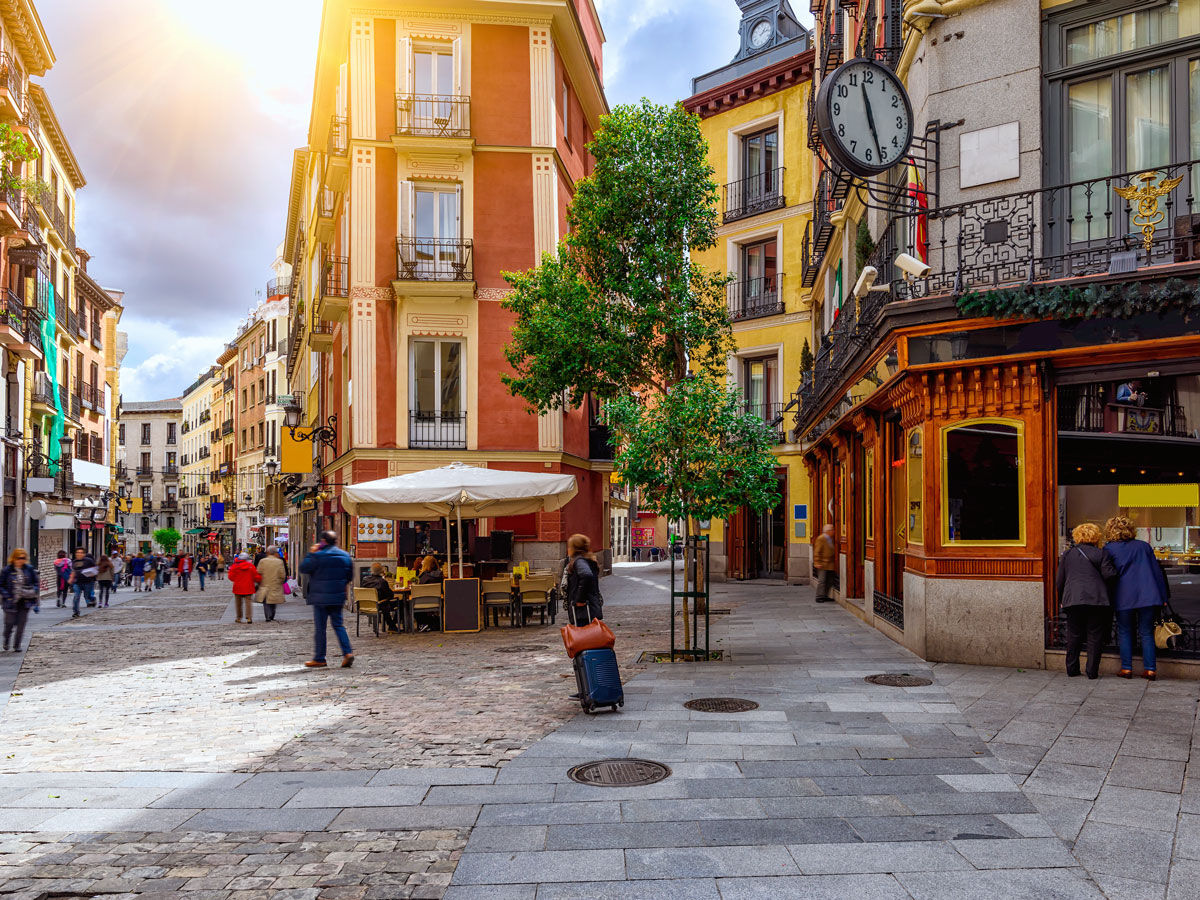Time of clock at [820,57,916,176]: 11:26
